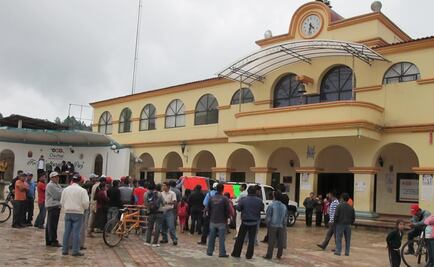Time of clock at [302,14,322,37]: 4:31
